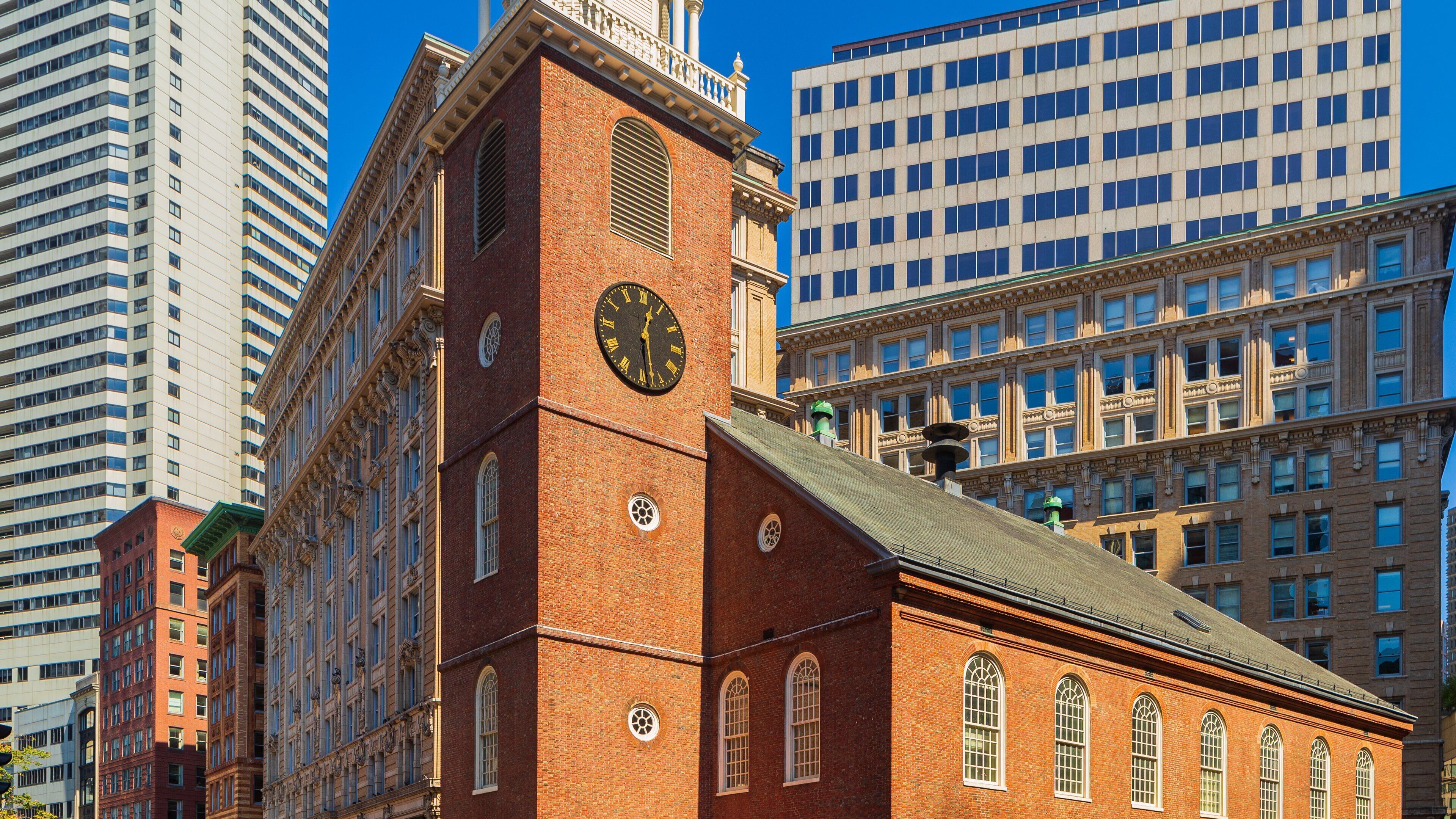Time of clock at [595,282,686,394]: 12:28
